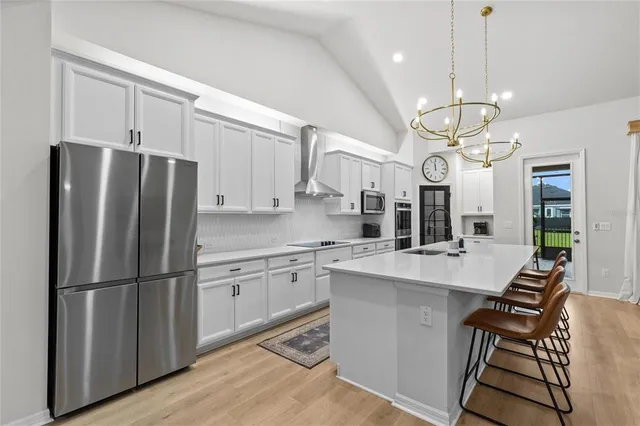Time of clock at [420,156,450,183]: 11:58
